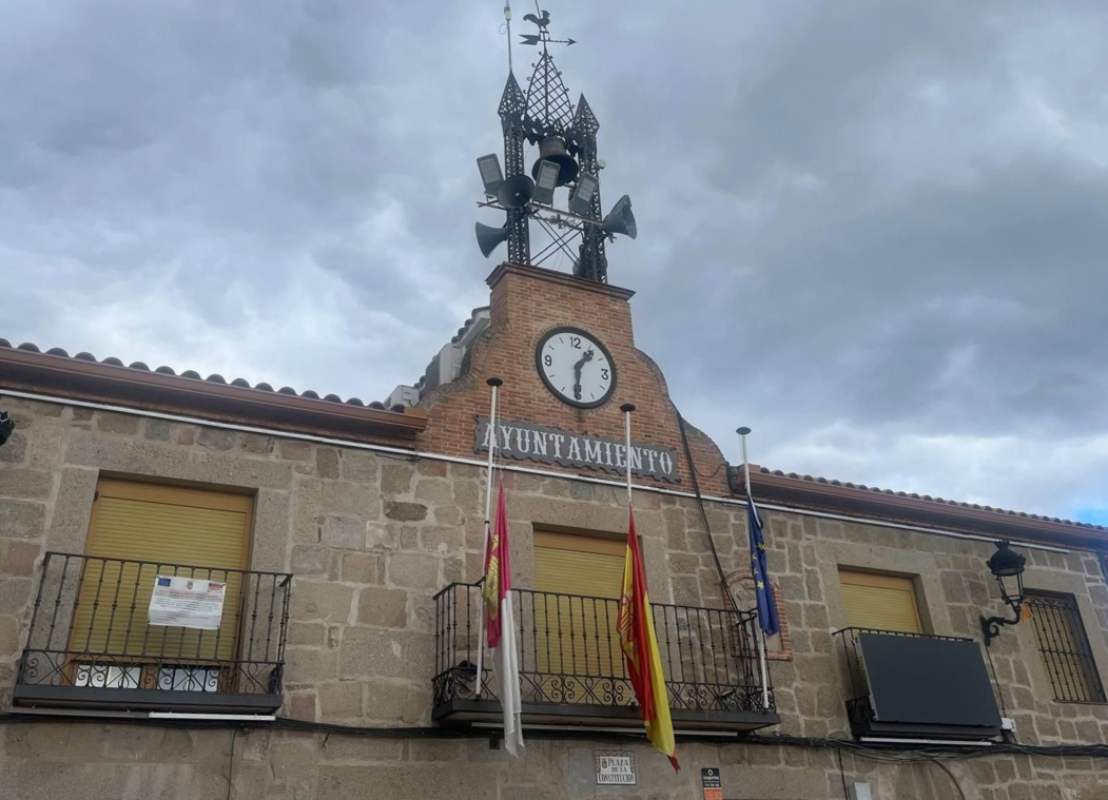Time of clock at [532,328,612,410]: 1:30
